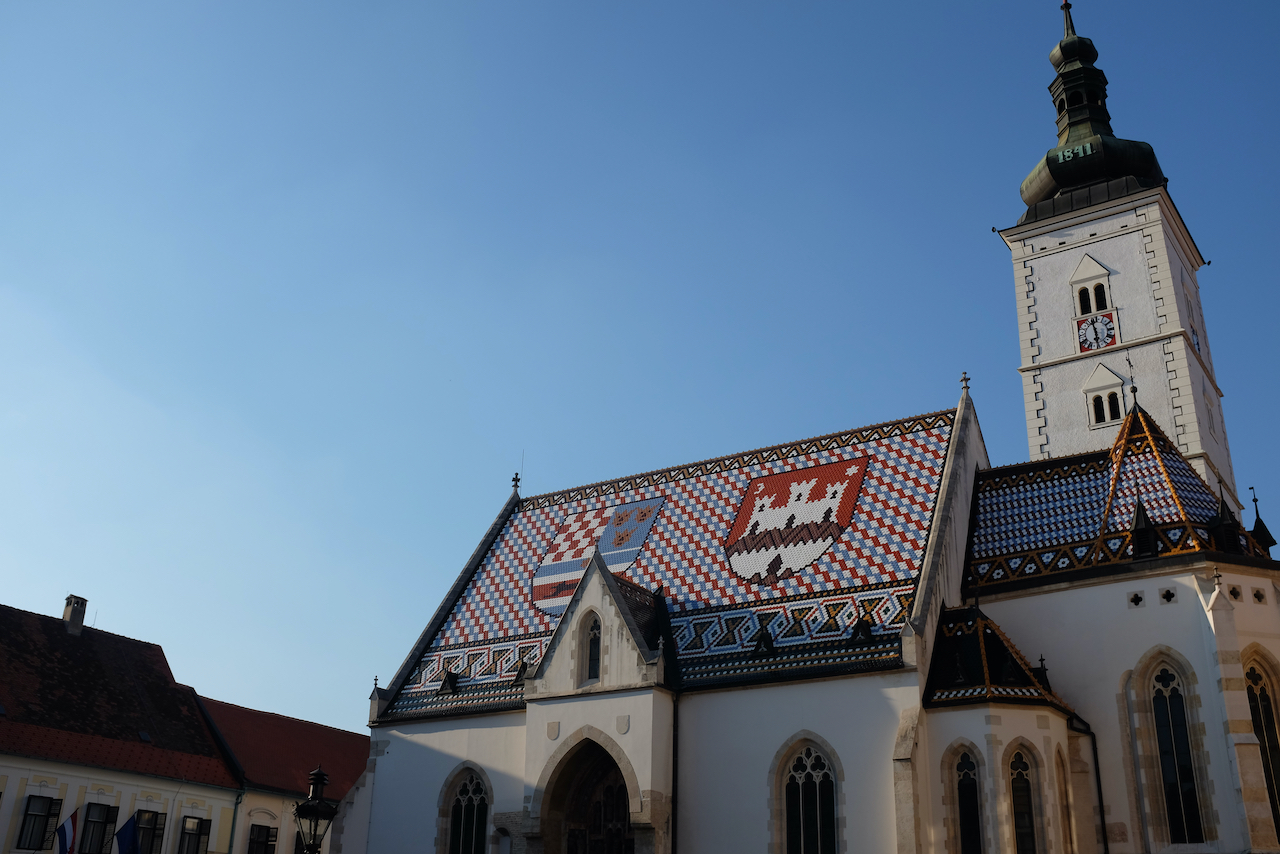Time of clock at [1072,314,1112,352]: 5:58
